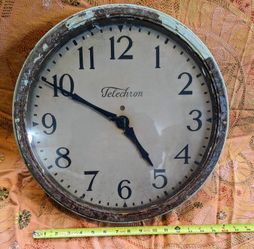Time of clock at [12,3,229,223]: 4:49
